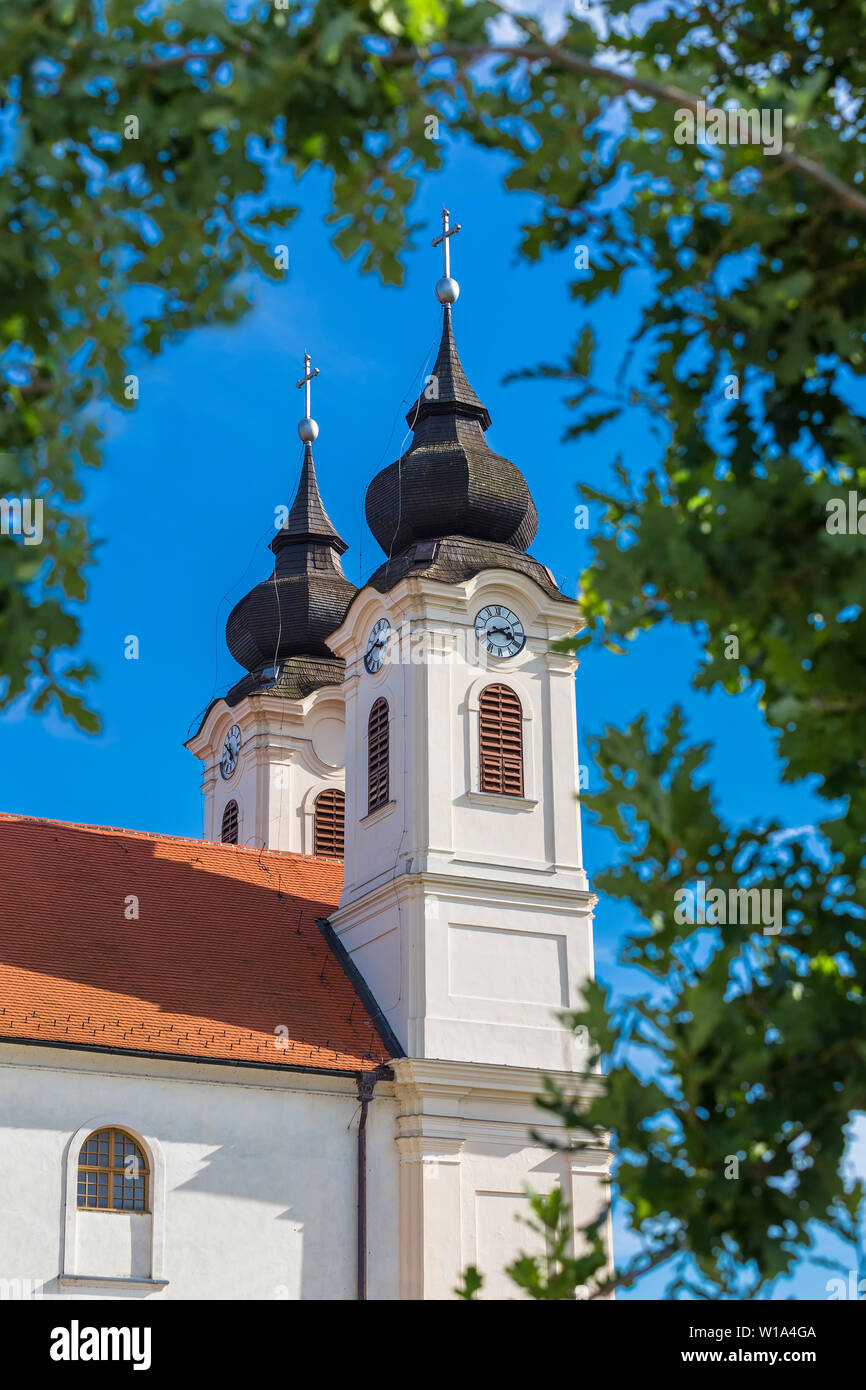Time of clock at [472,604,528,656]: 3:41
